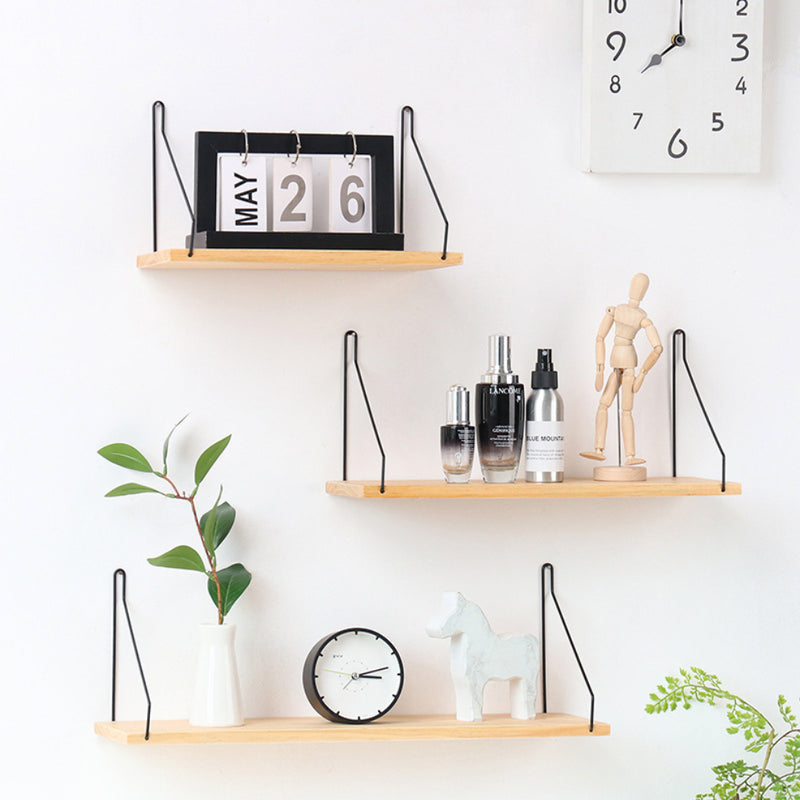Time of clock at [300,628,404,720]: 3:12
